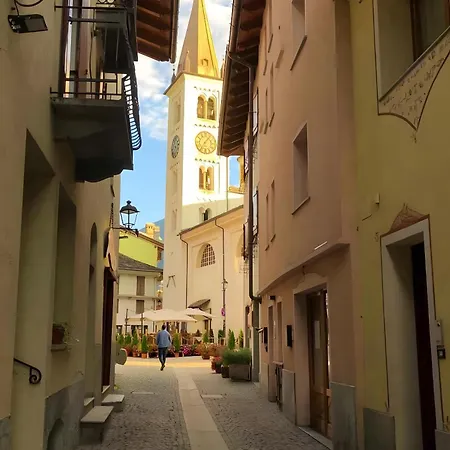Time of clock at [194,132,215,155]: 7:06
